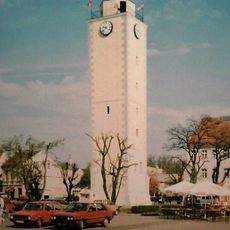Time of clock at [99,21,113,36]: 9:38
